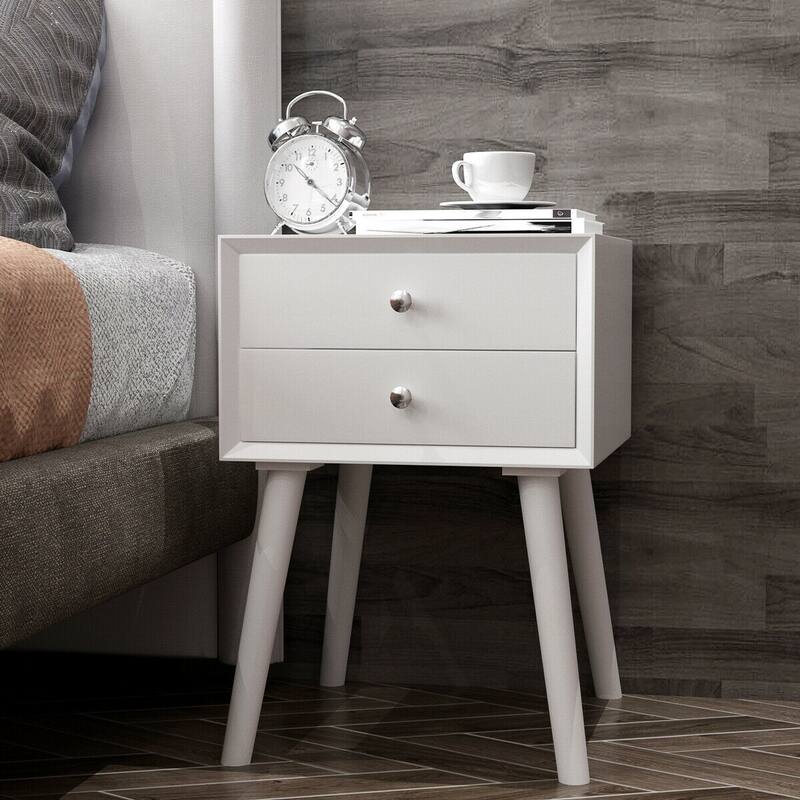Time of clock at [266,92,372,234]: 10:22
